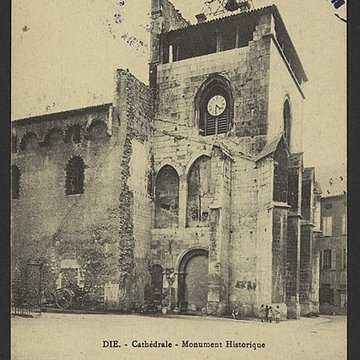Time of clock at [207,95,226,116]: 4:31
